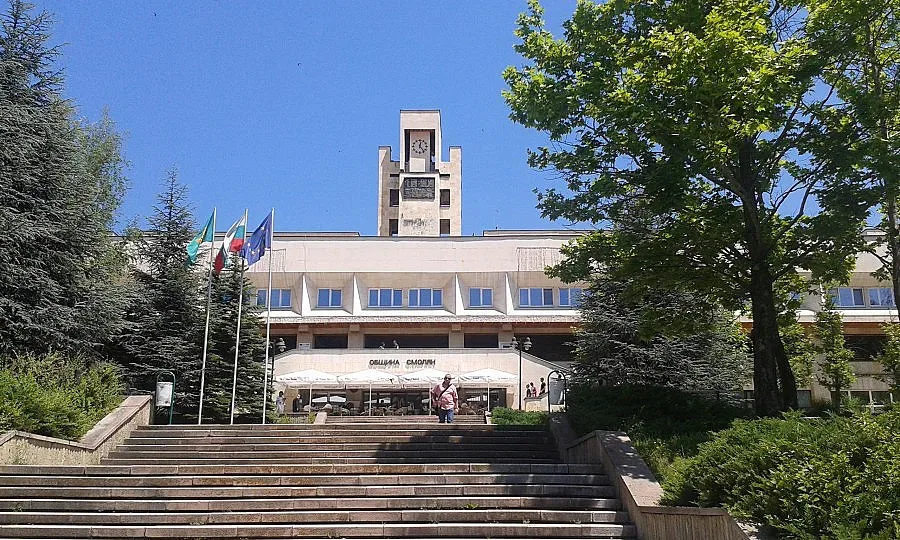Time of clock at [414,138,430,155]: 12:23
